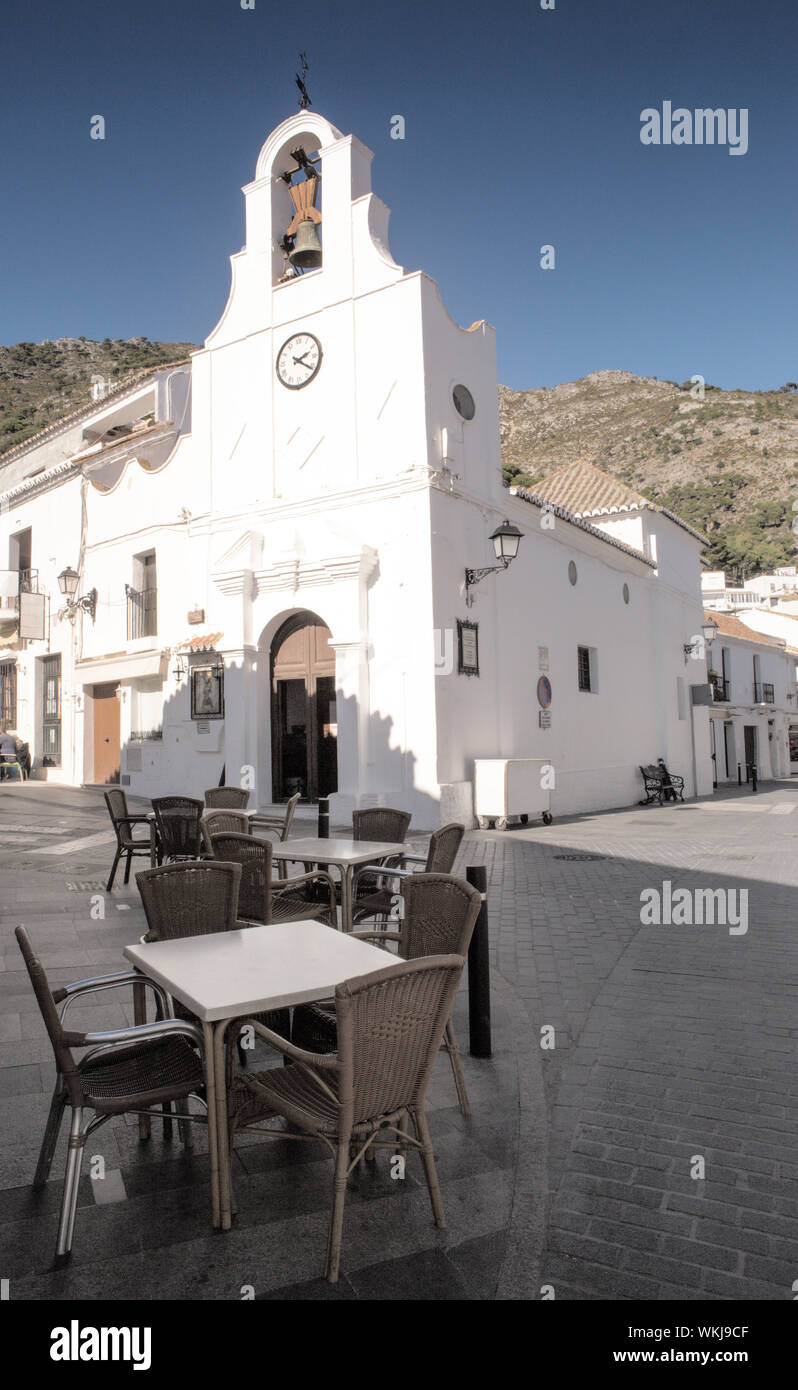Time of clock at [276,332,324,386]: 2:21
